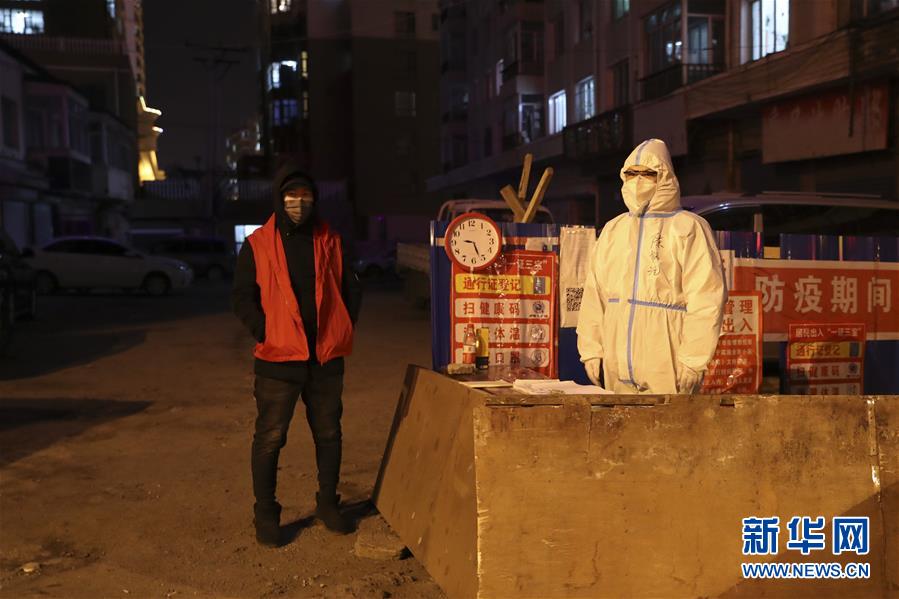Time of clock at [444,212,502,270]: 9:26
